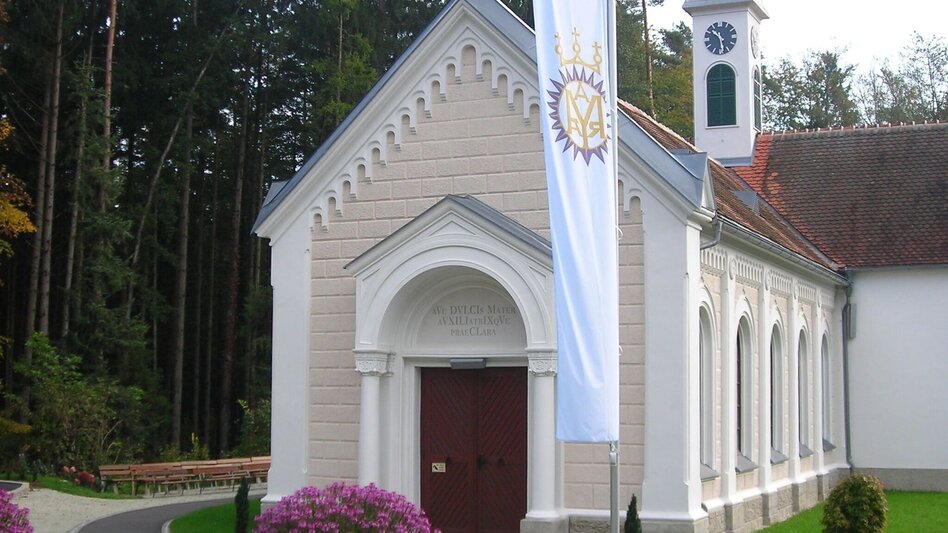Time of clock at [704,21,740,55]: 10:28
